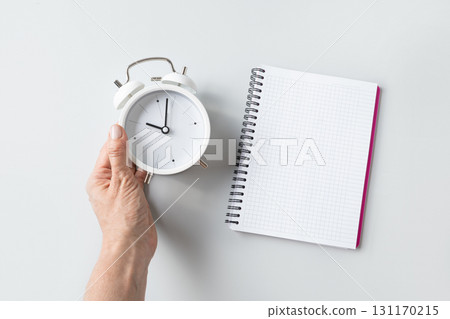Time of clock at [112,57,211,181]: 10:02
